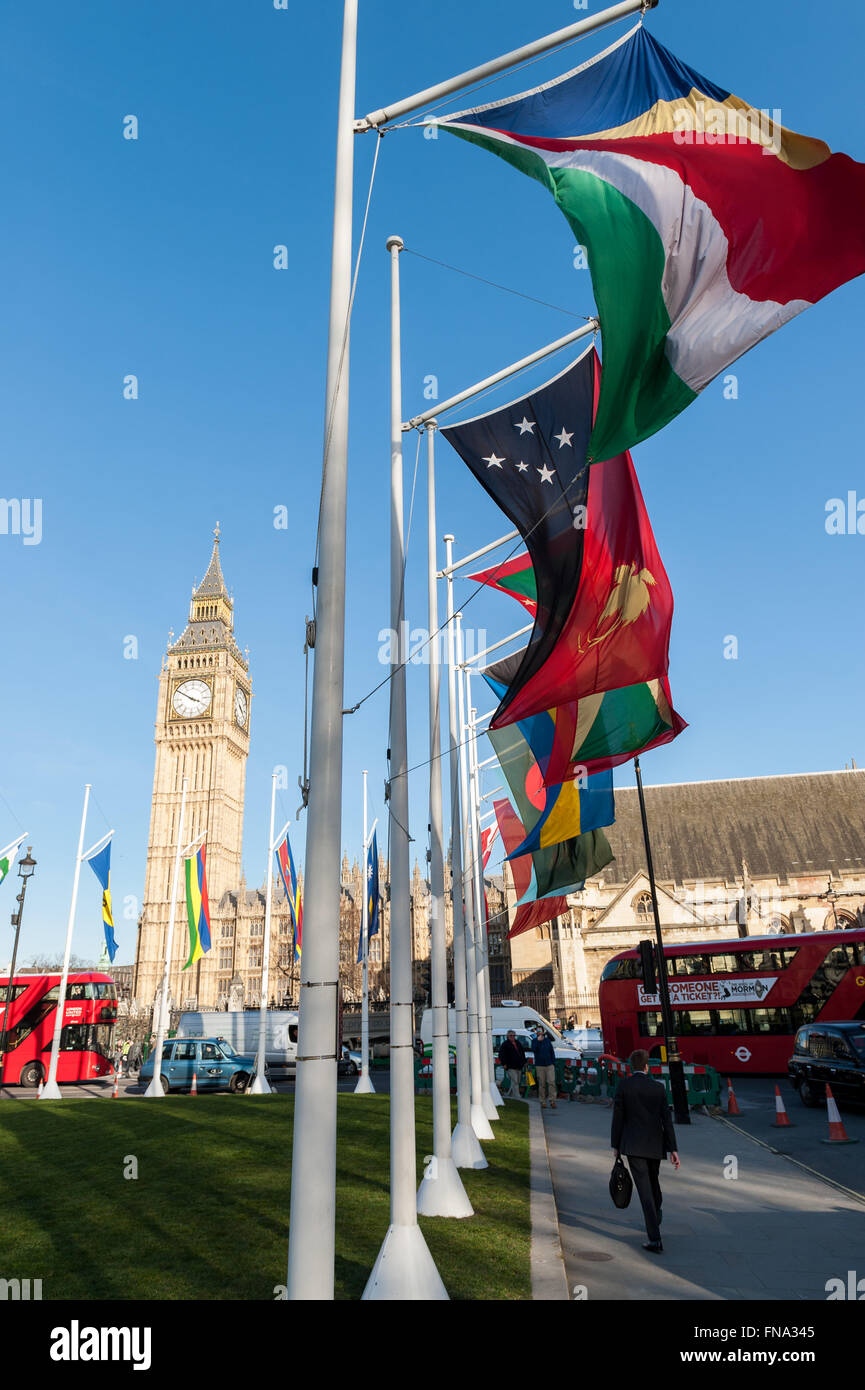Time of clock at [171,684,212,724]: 3:50
